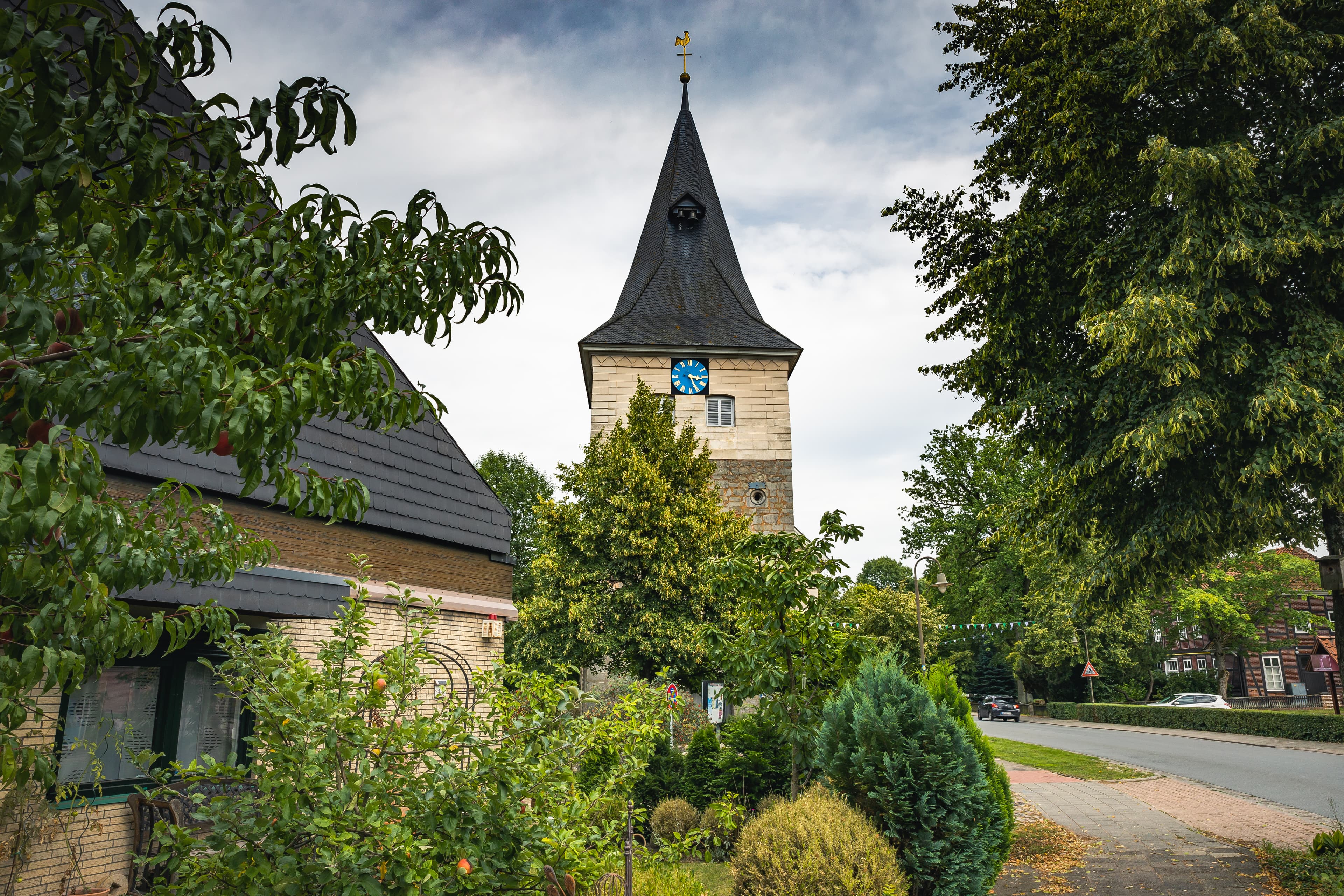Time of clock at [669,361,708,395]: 3:25
